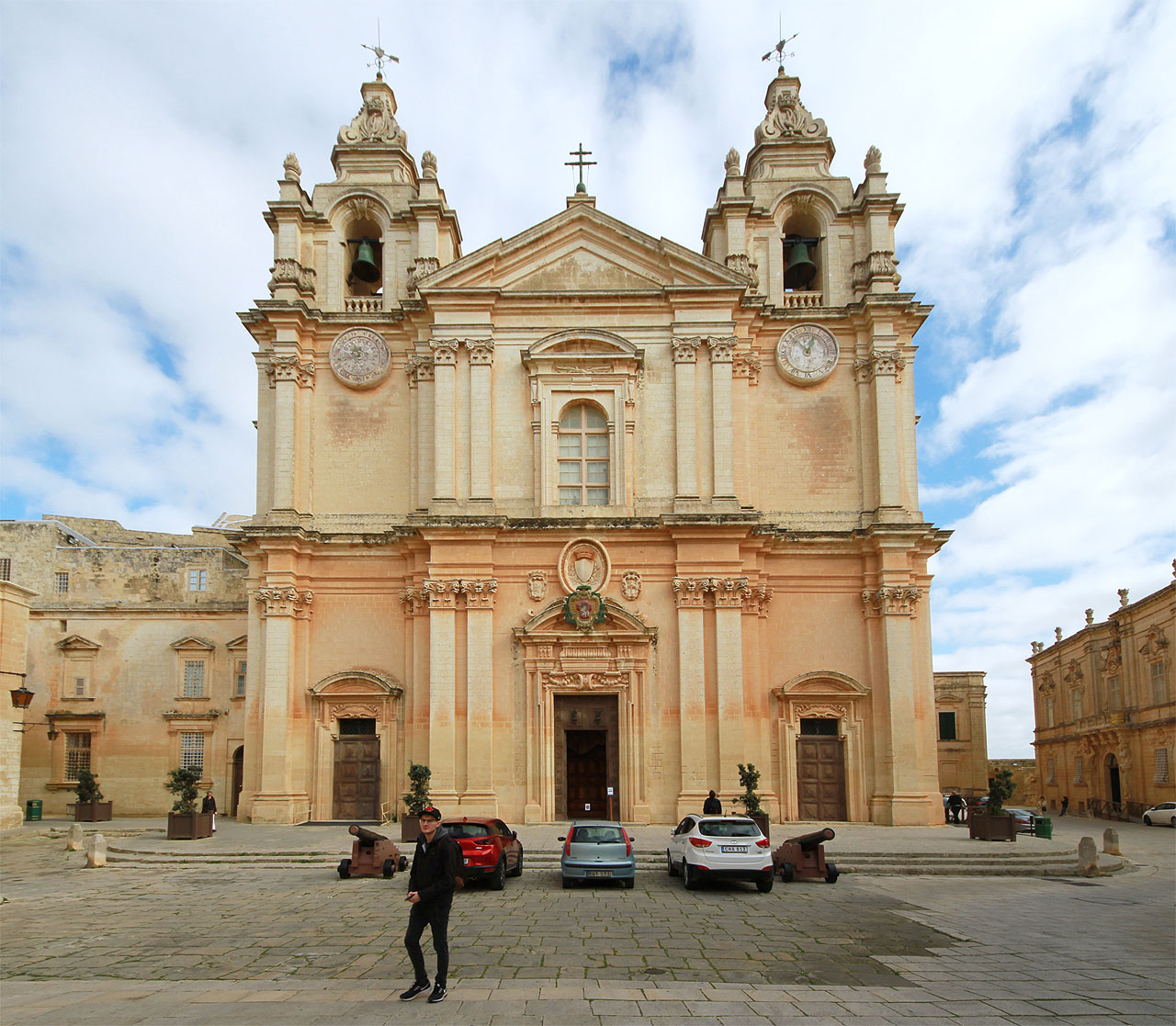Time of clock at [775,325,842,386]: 12:52
